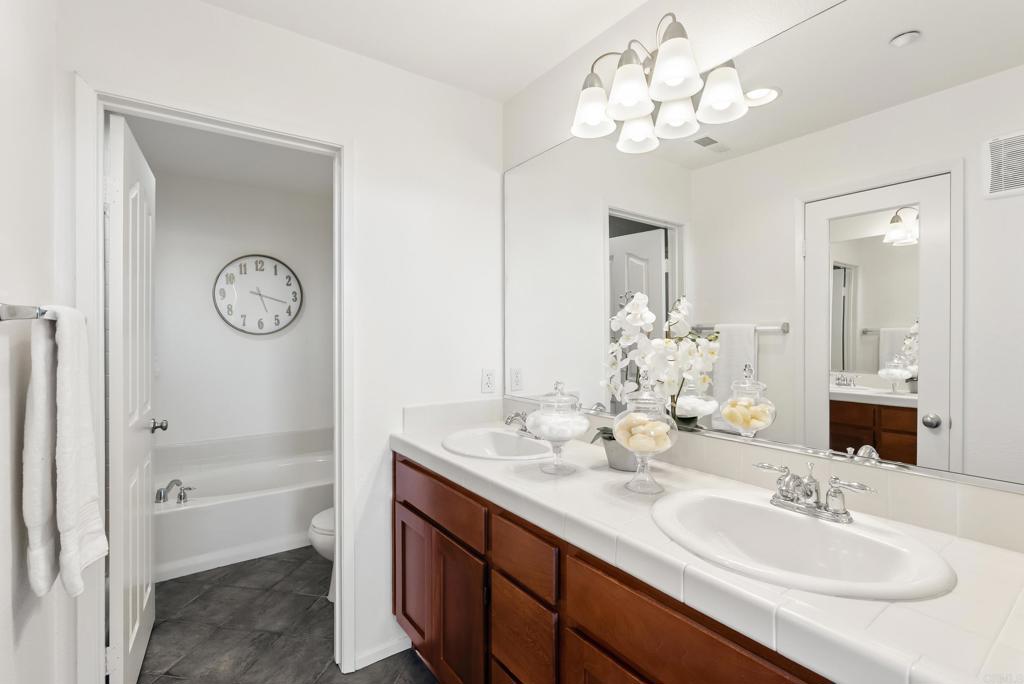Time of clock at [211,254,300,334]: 5:18
